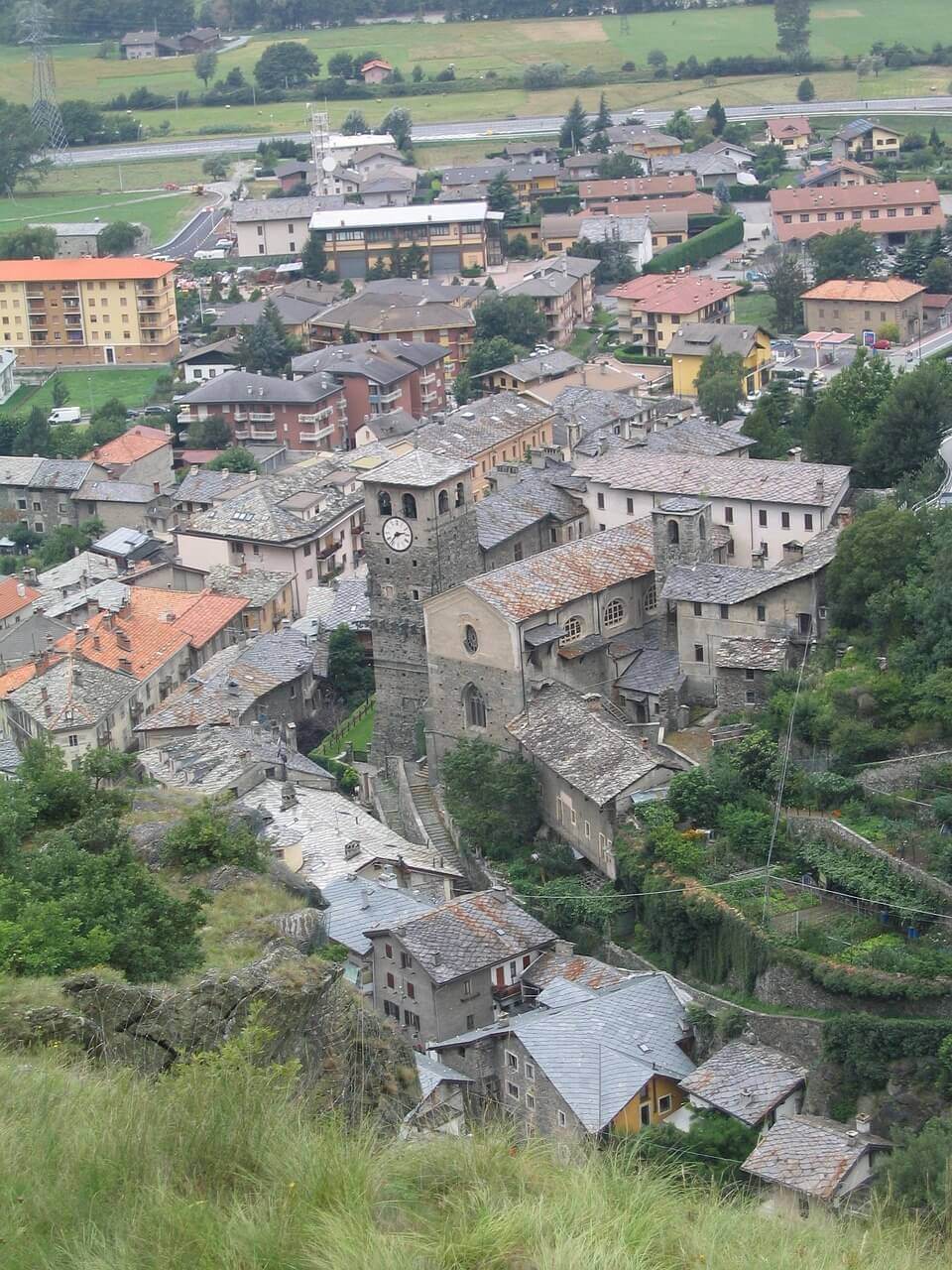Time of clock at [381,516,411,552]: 2:36
